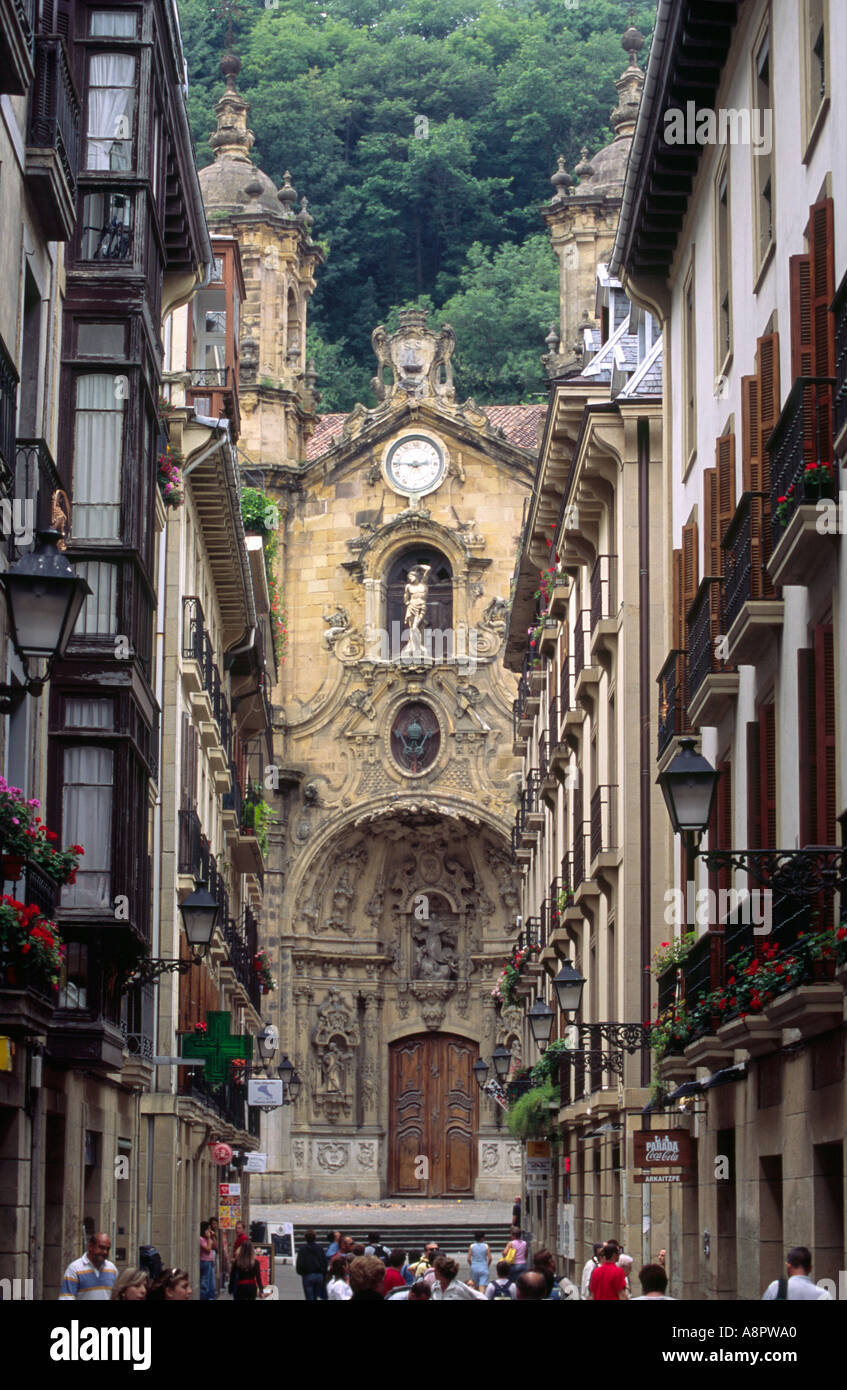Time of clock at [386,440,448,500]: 2:45
